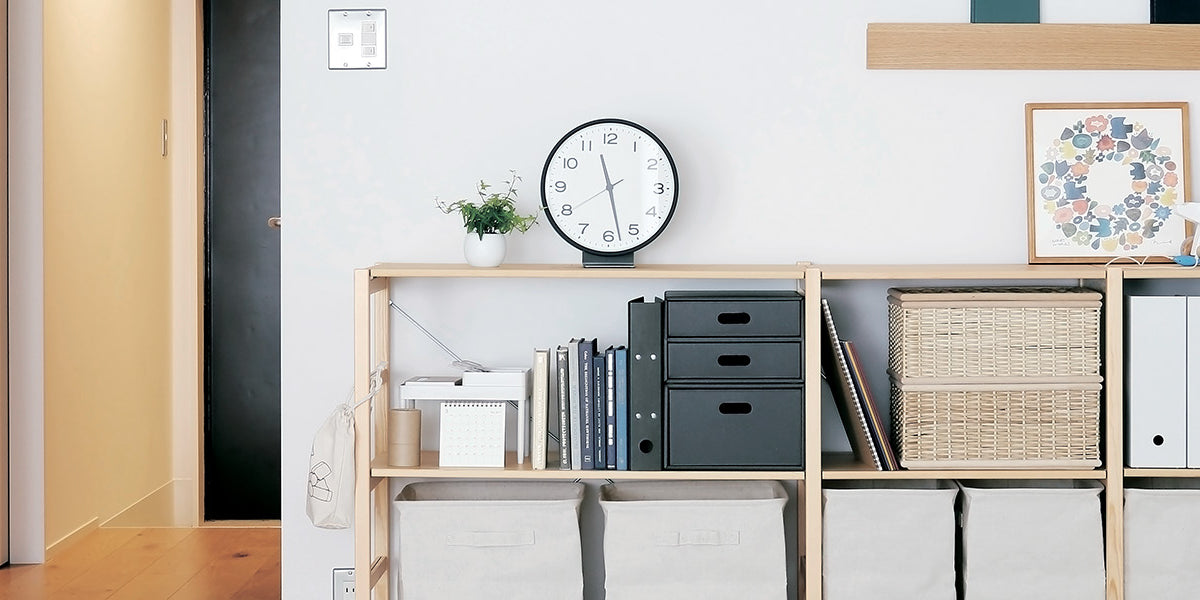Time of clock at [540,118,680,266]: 11:28
